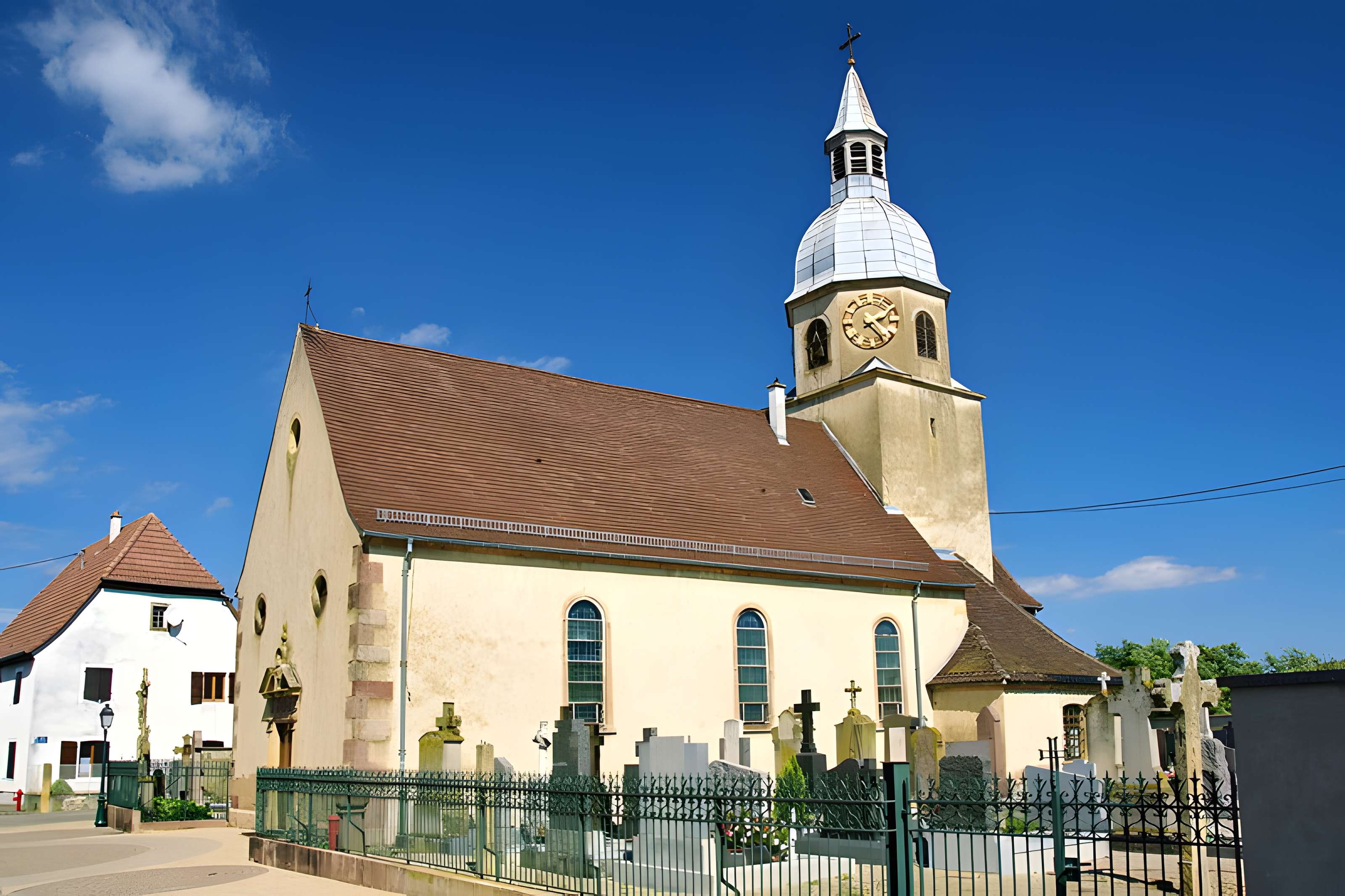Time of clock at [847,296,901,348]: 2:23
